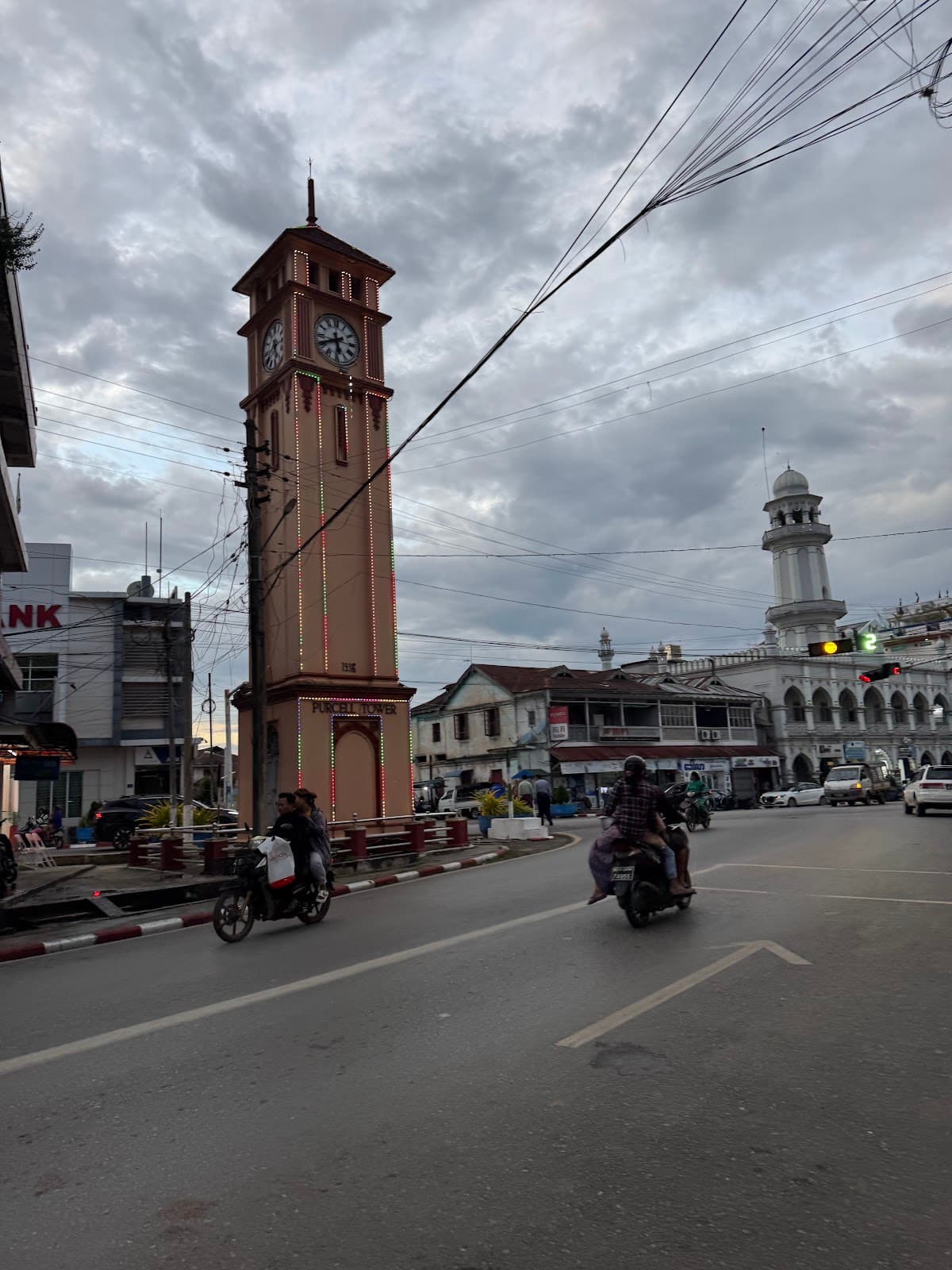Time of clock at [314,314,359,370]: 5:40
